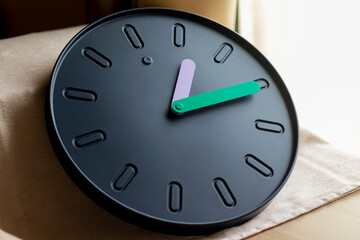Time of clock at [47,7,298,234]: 12:10
